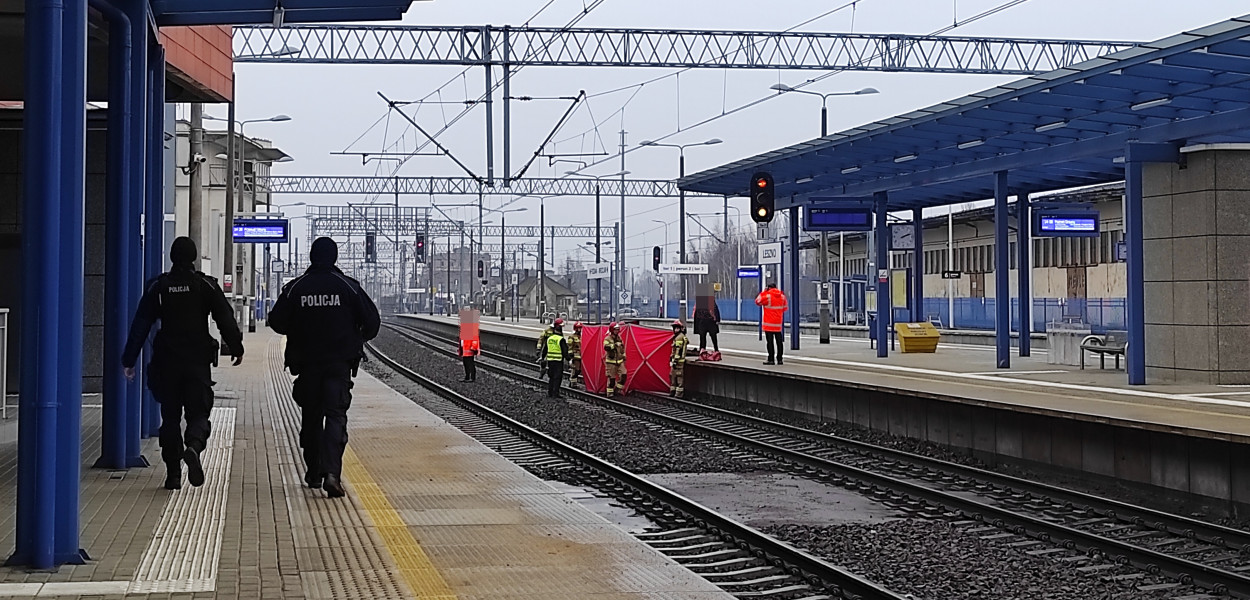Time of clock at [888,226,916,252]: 2:11
